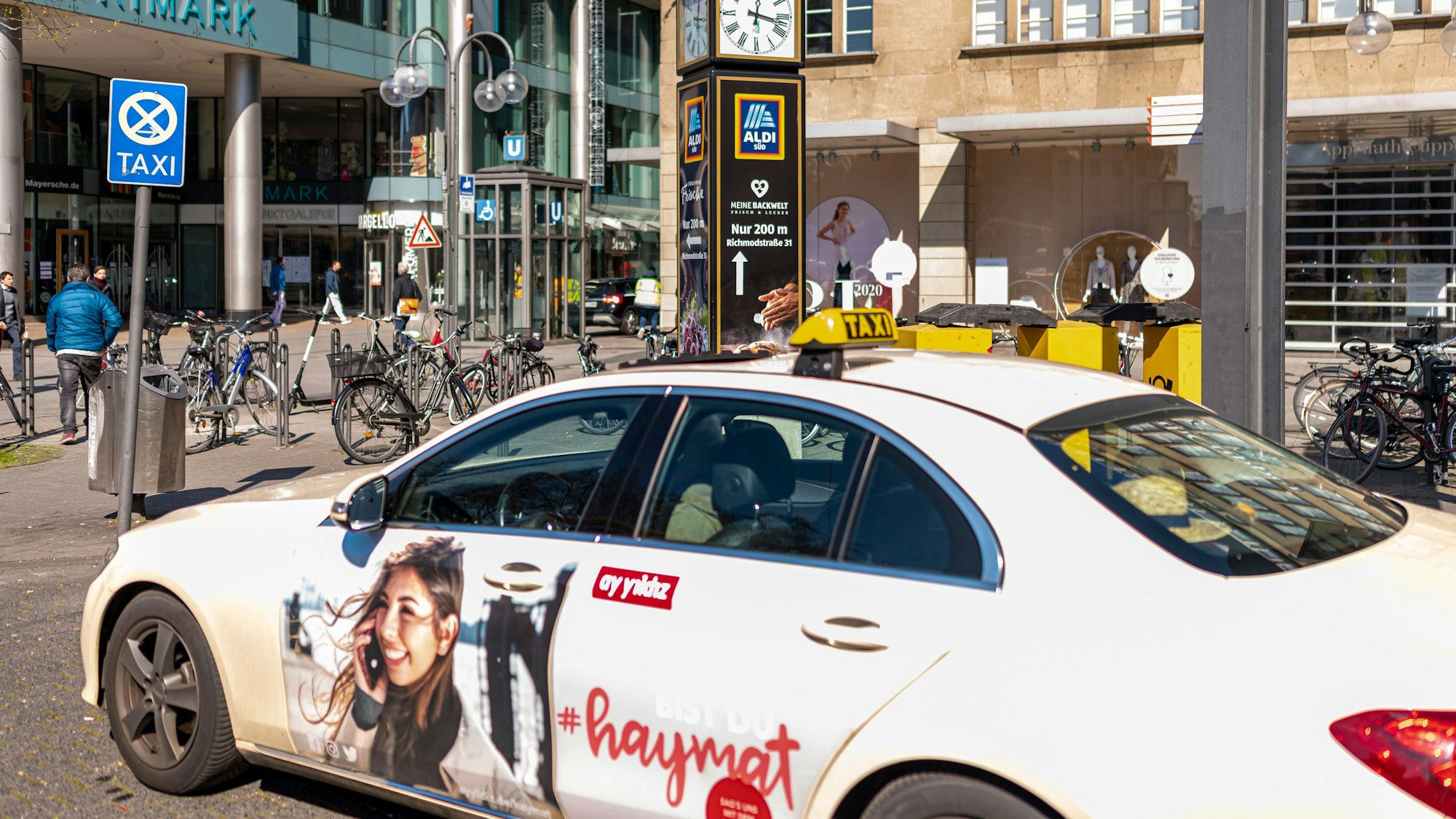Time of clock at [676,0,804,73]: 12:17
